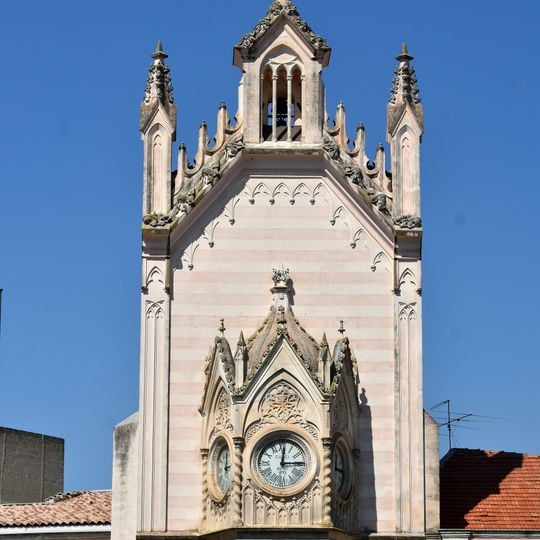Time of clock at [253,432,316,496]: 12:14
